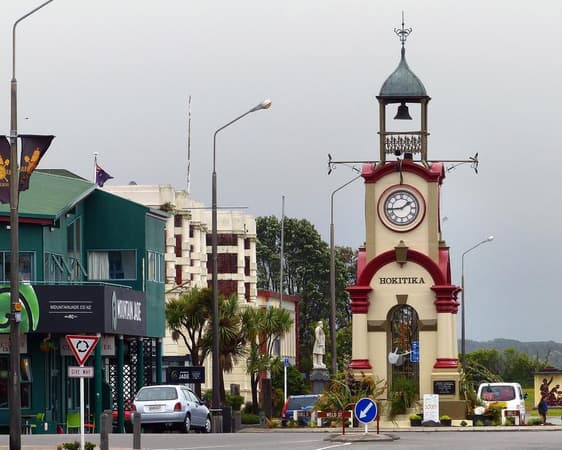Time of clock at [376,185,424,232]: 1:44
